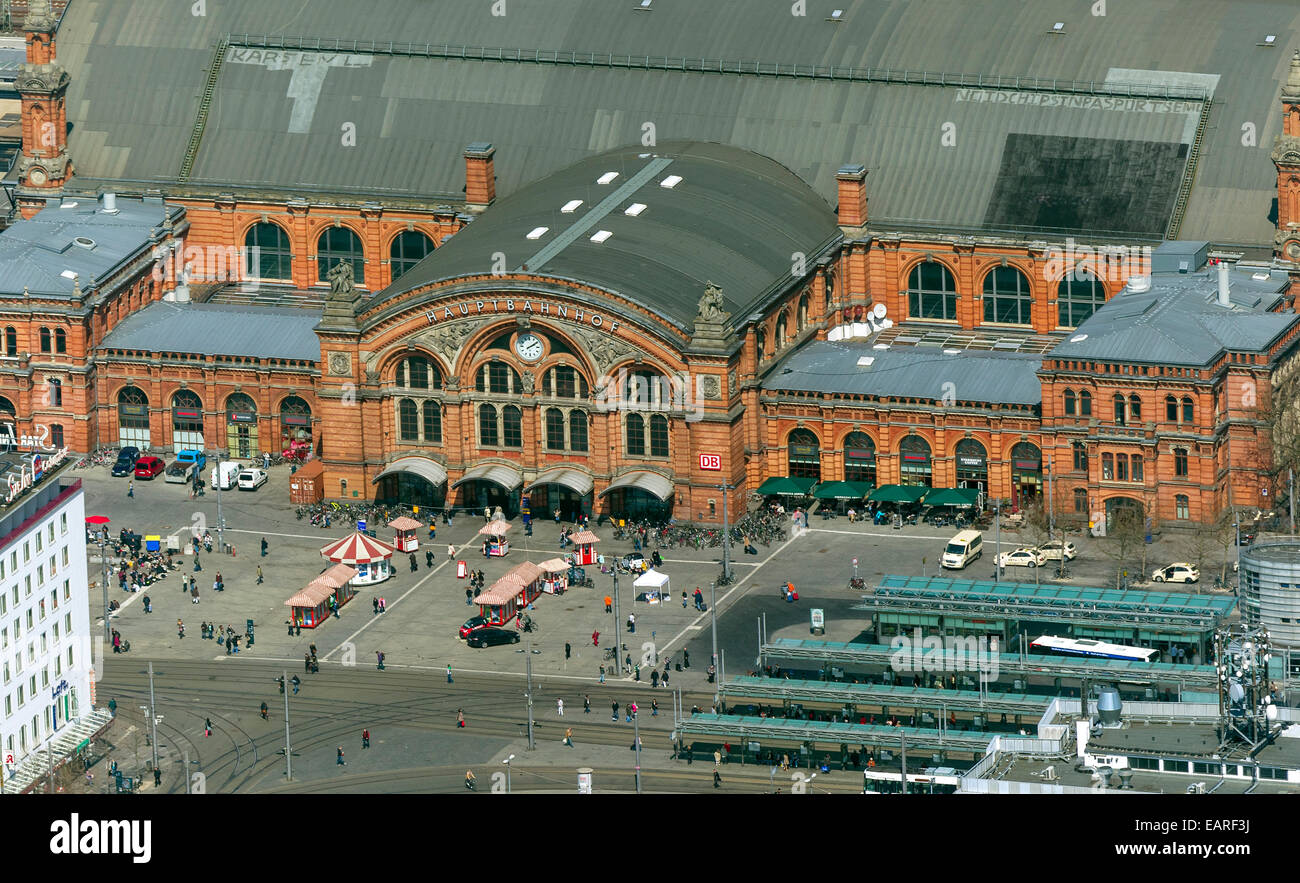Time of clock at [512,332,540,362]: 2:09
